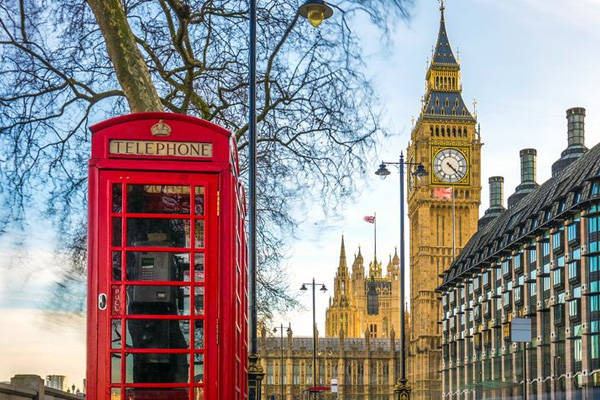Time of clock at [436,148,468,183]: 4:22
